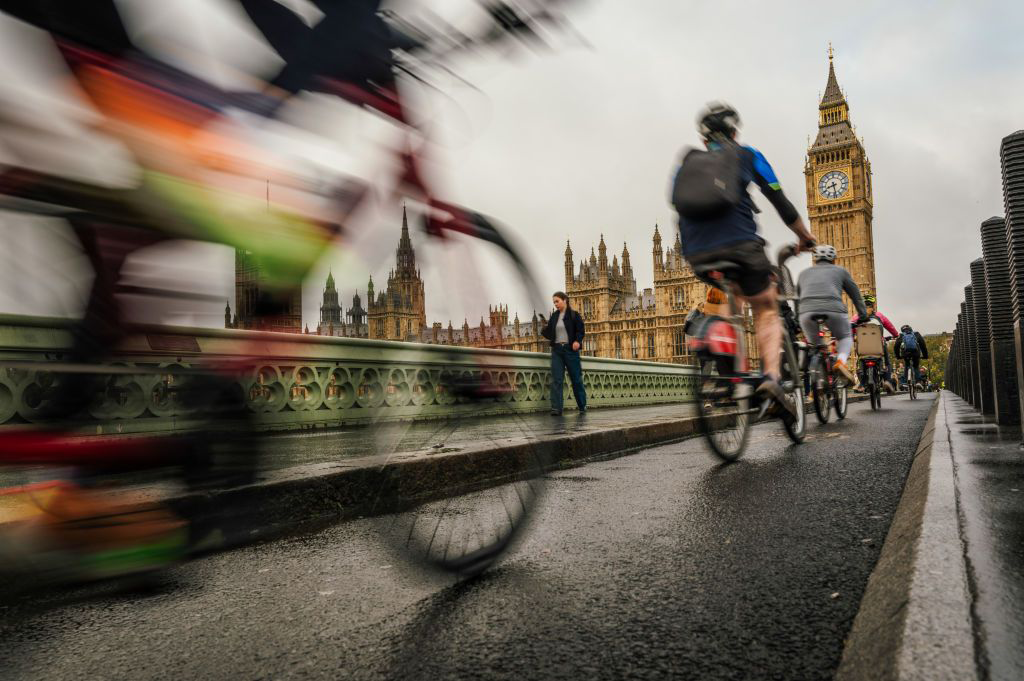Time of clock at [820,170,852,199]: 8:28
